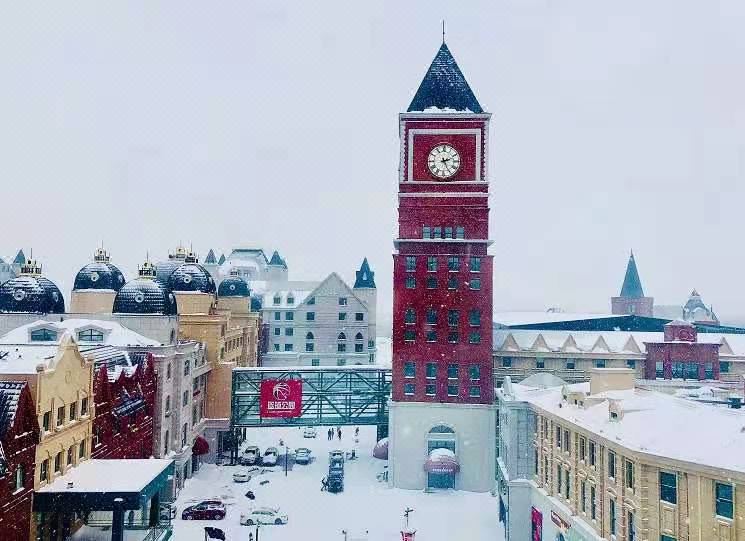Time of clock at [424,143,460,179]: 2:25
